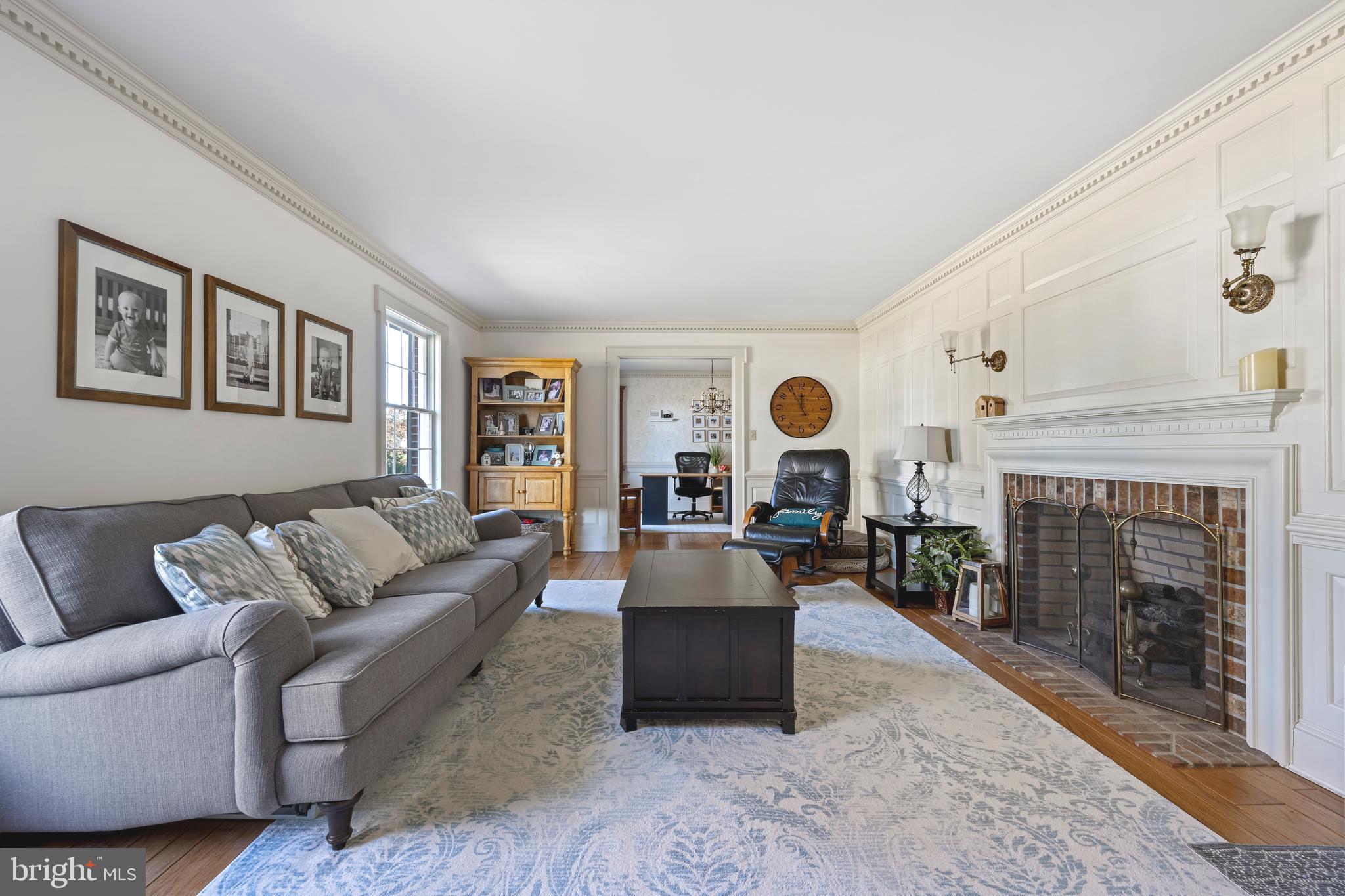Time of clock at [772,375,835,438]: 11:55
